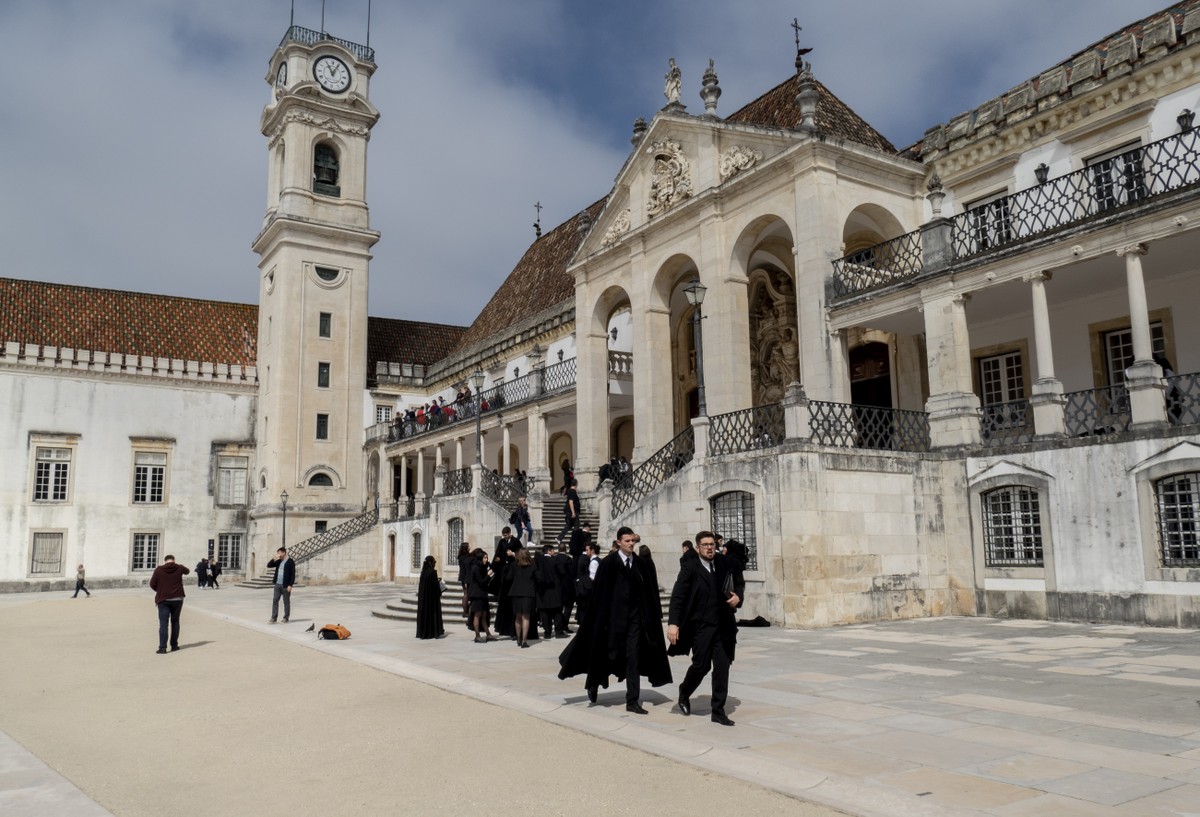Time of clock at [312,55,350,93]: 11:04
